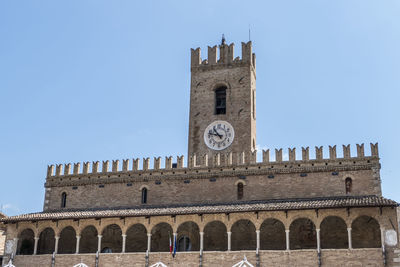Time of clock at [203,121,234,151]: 10:47
